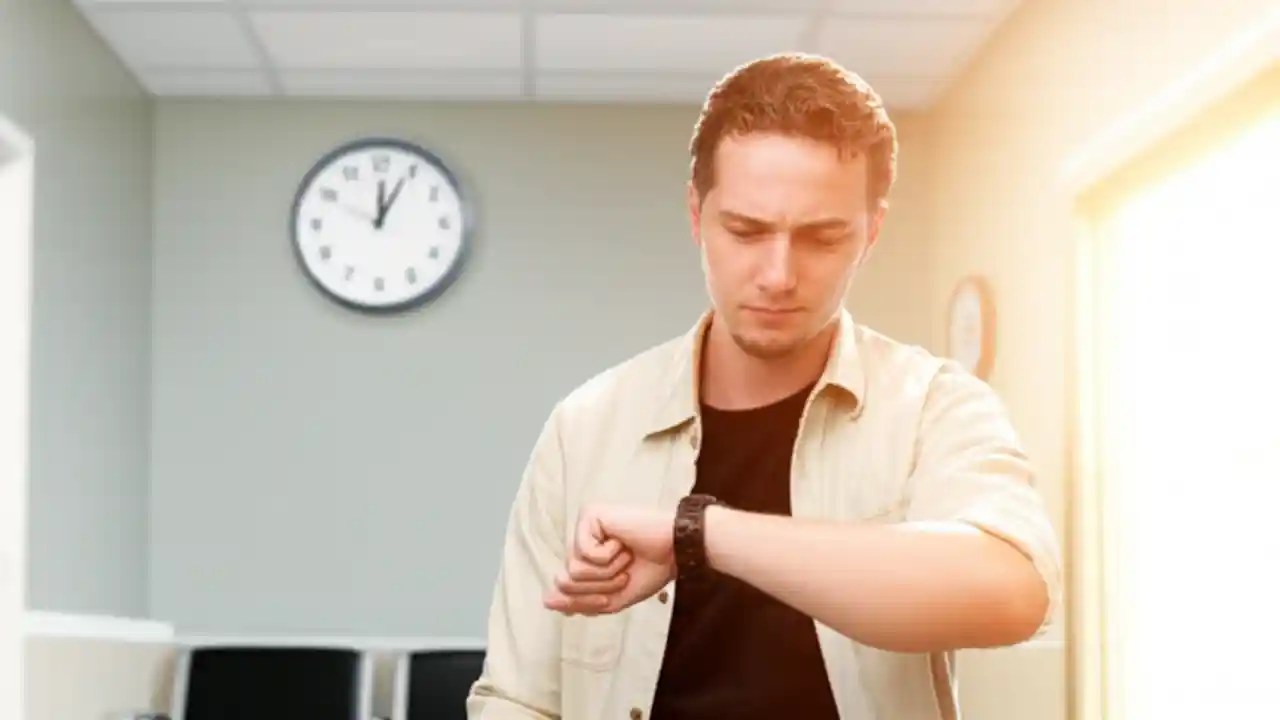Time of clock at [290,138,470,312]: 12:04
